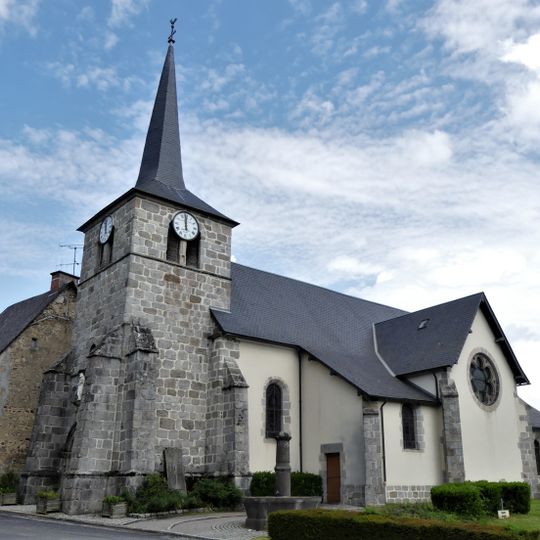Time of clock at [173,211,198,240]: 11:59
